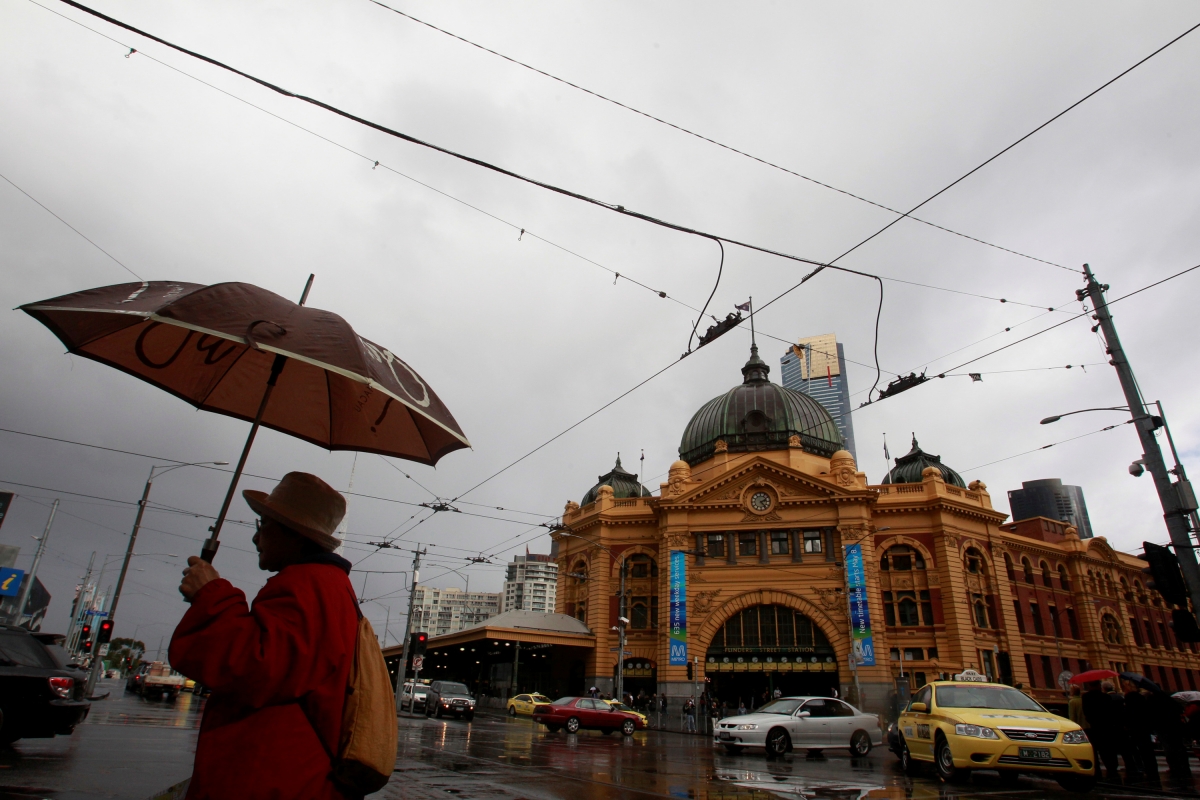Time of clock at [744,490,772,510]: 2:23
